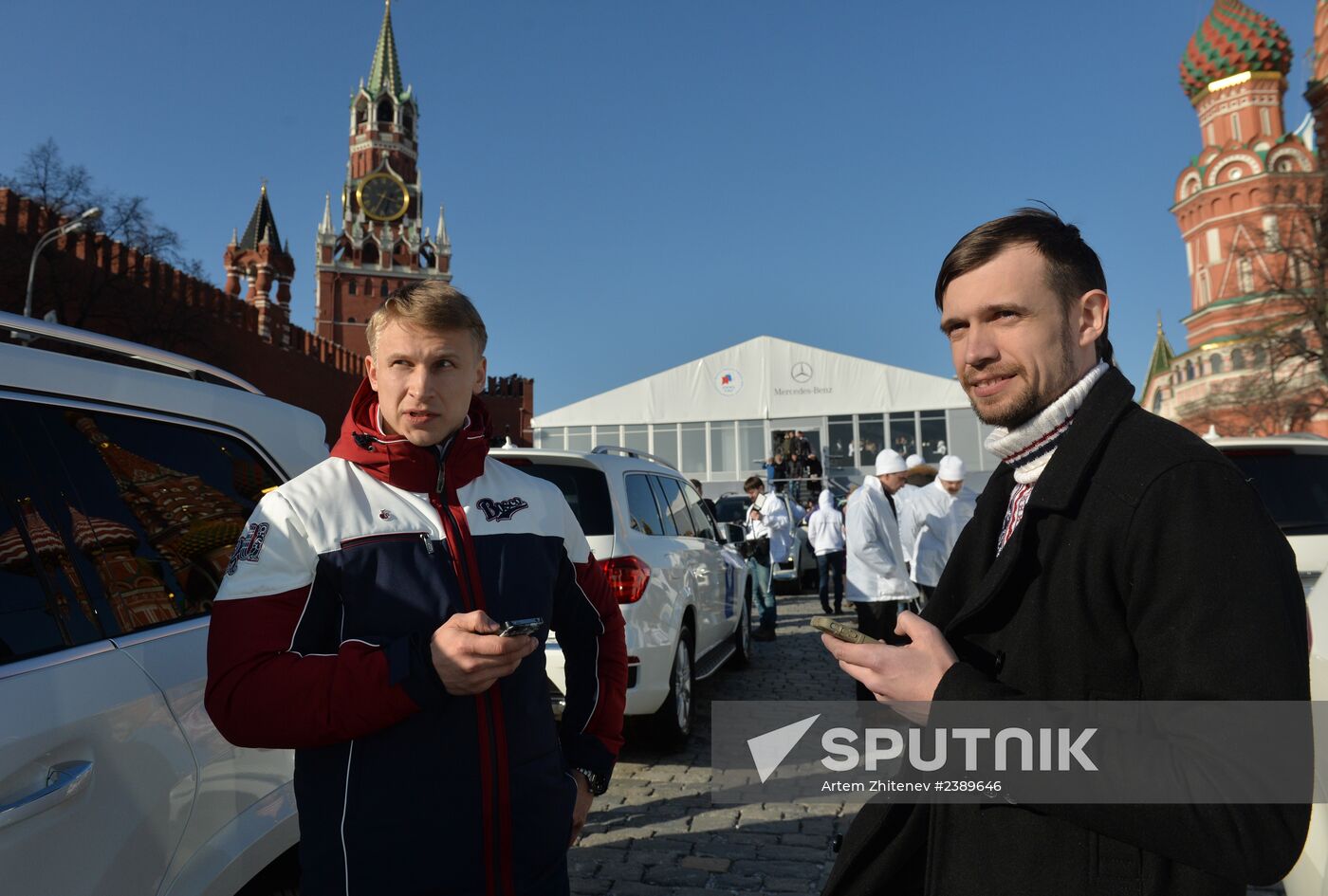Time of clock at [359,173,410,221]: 3:34
